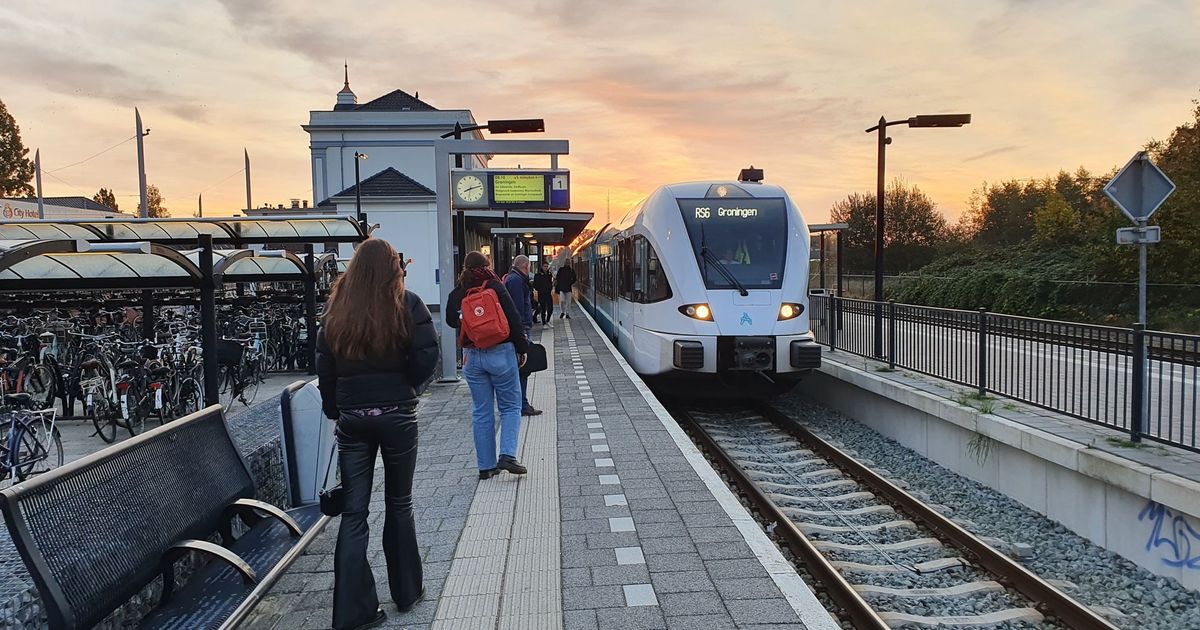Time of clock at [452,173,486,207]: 8:12
